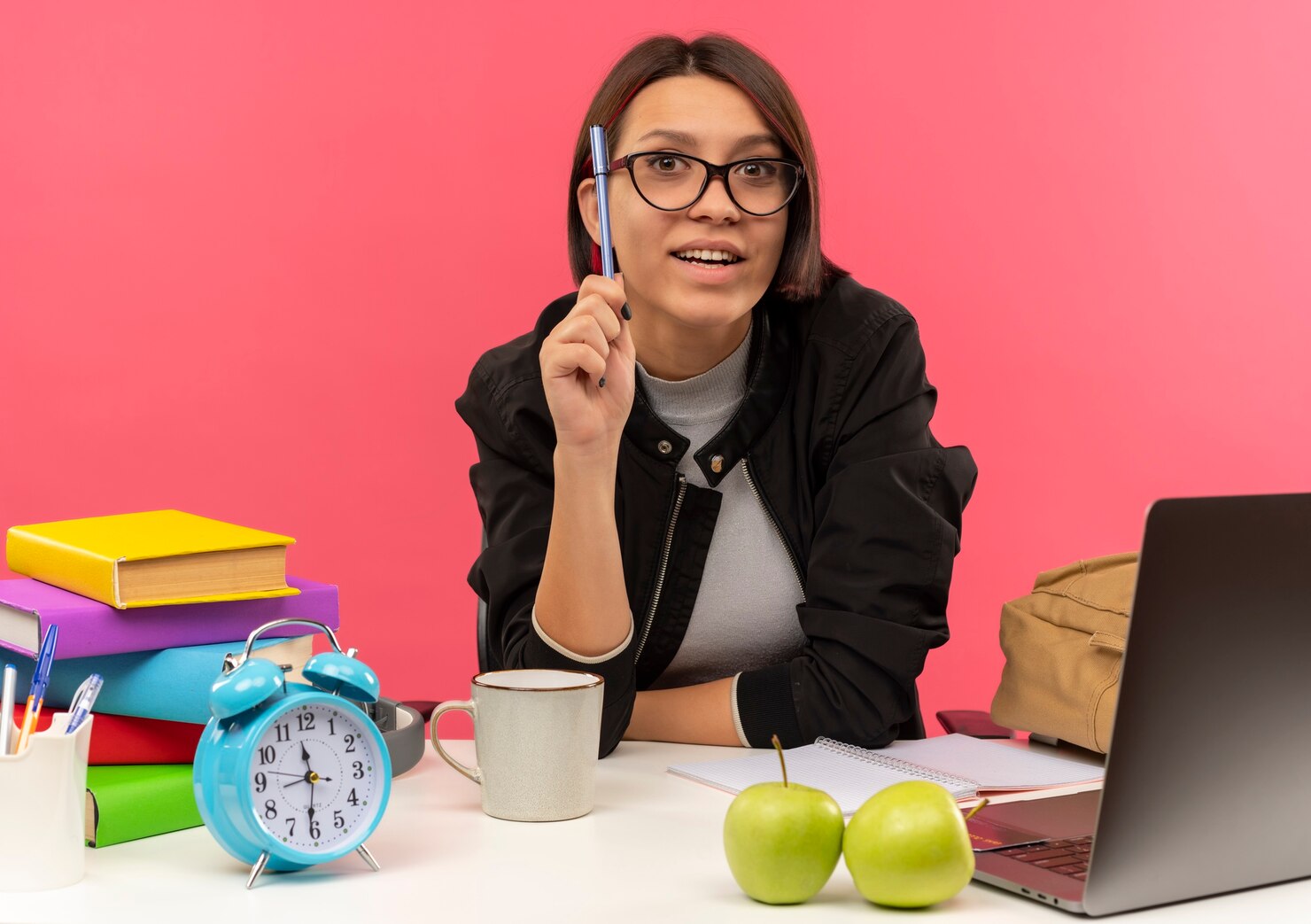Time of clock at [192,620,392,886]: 11:31
